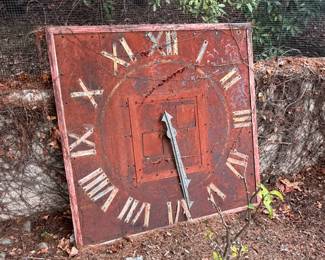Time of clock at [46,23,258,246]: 5:28
